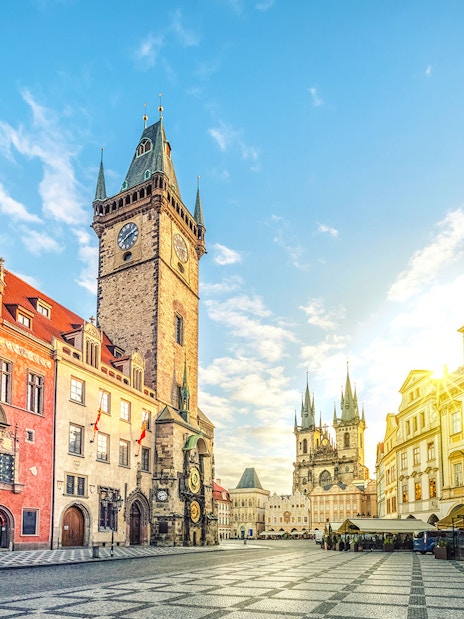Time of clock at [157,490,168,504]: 8:12
